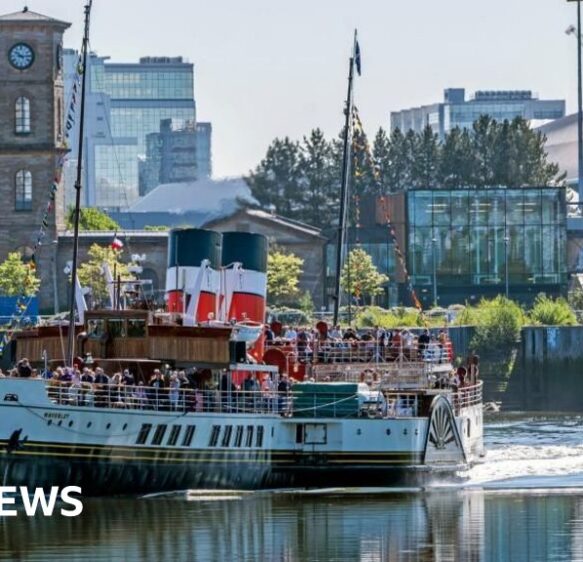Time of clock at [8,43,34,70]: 10:14
